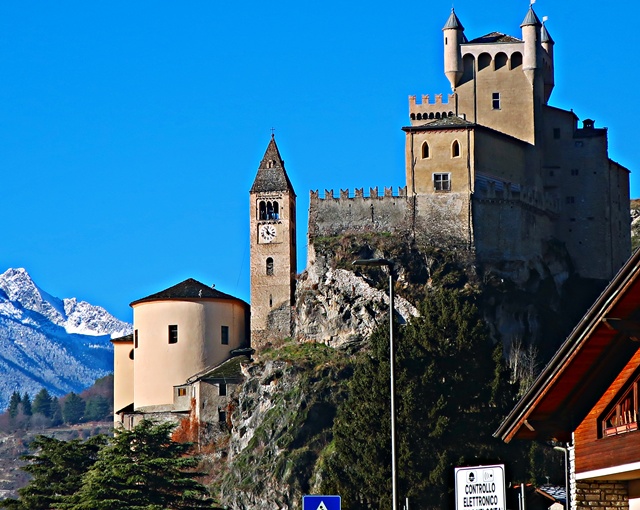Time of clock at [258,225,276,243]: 11:19
